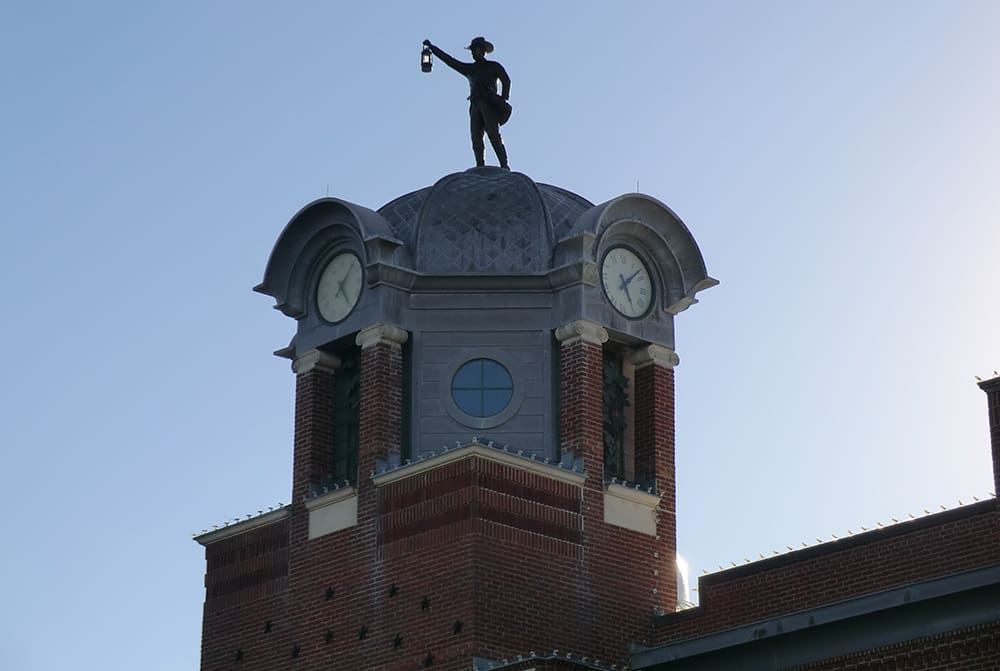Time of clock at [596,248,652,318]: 5:07
